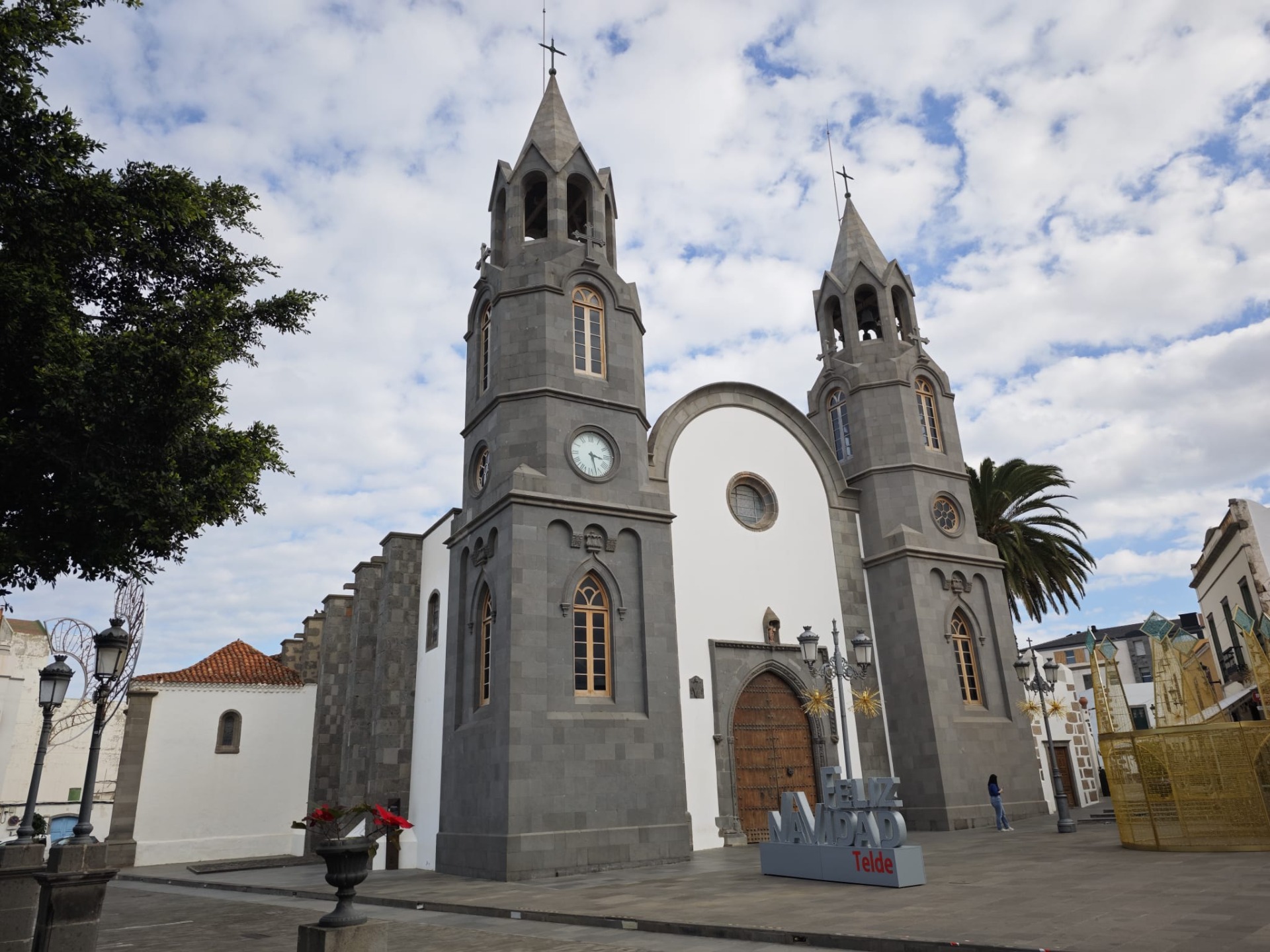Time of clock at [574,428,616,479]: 3:27
